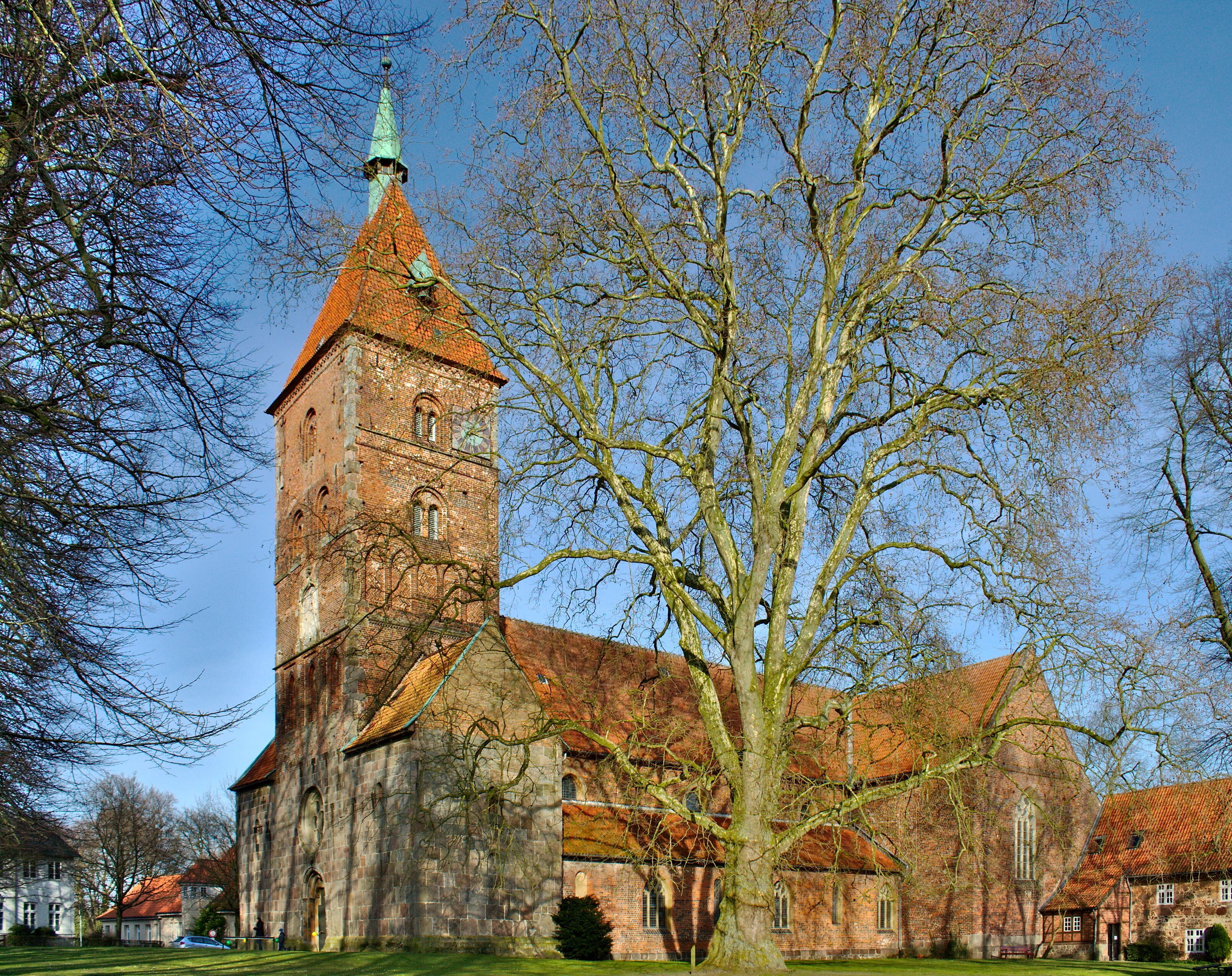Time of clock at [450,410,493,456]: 2:18
